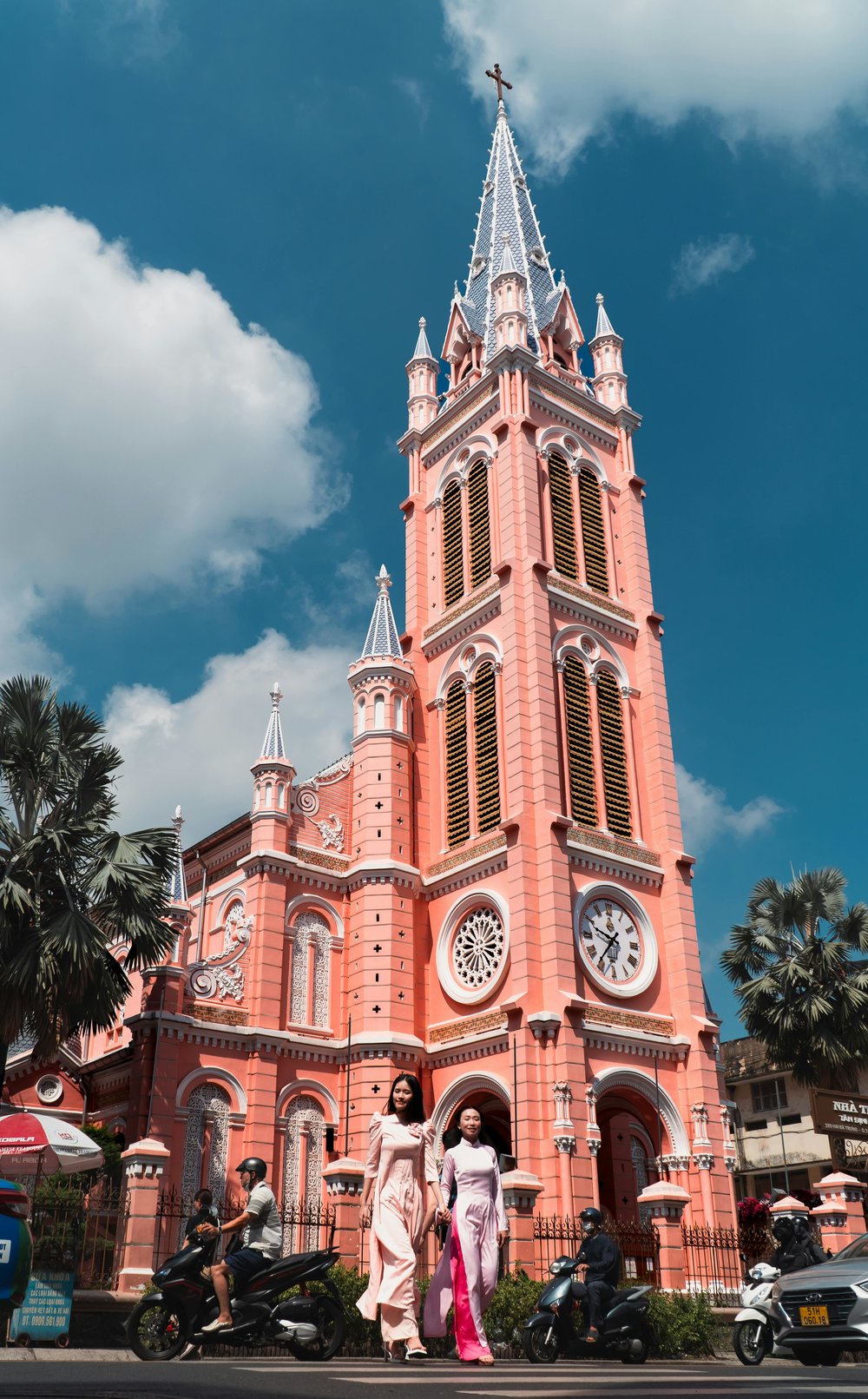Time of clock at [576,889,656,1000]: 9:35
